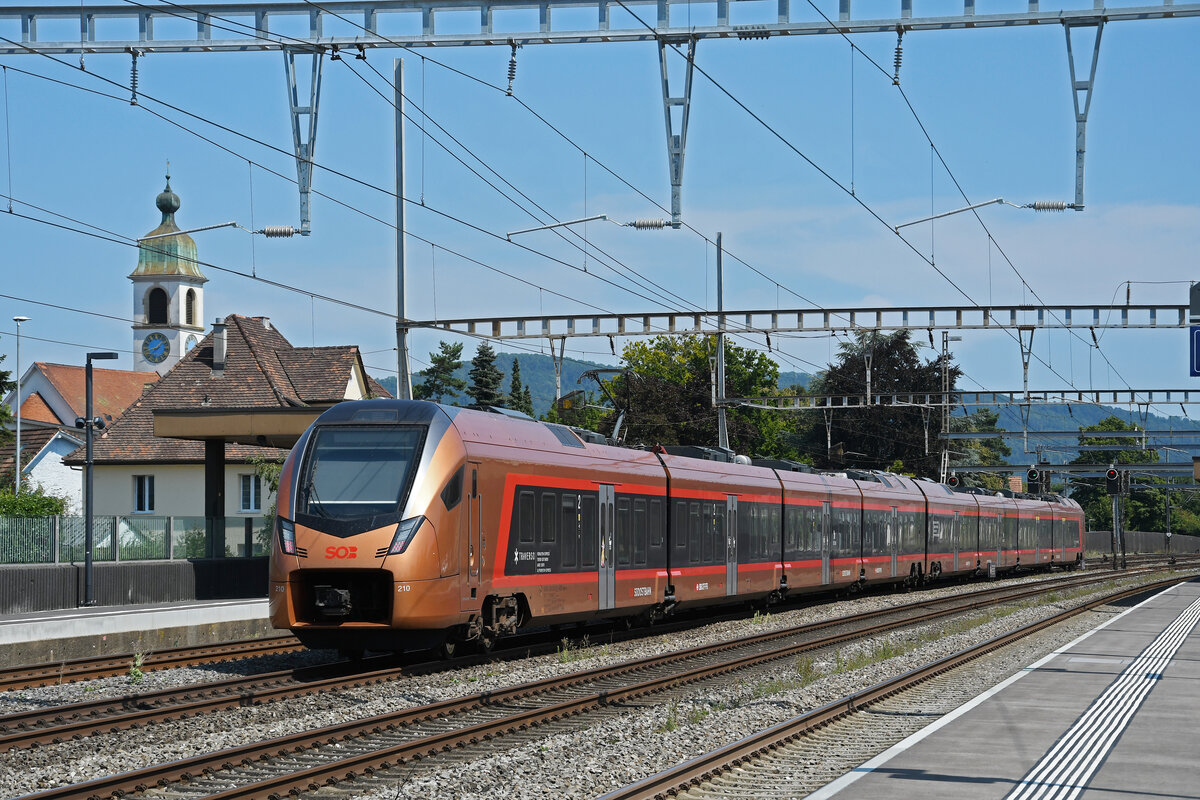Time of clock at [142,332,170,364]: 8:08
